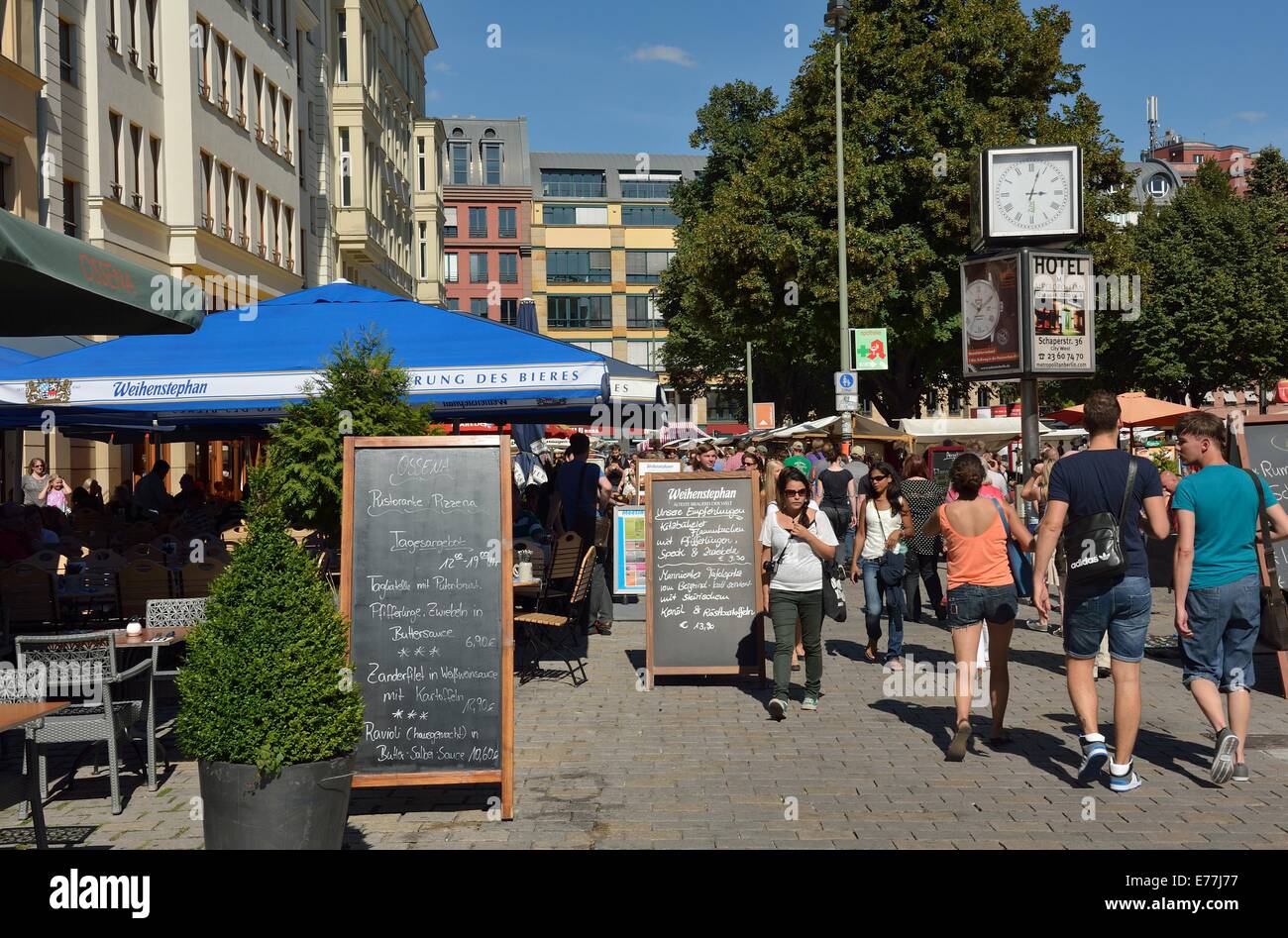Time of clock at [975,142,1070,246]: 3:03
